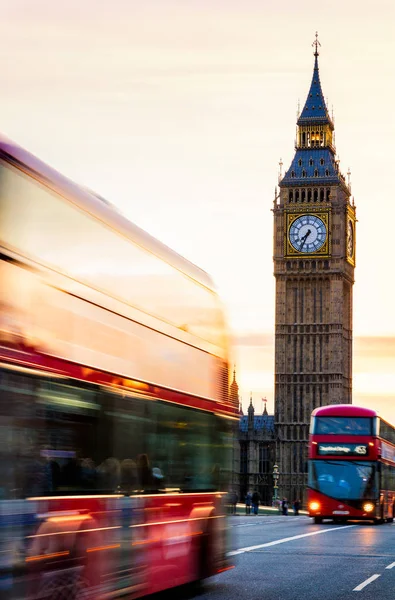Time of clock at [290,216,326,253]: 7:34
